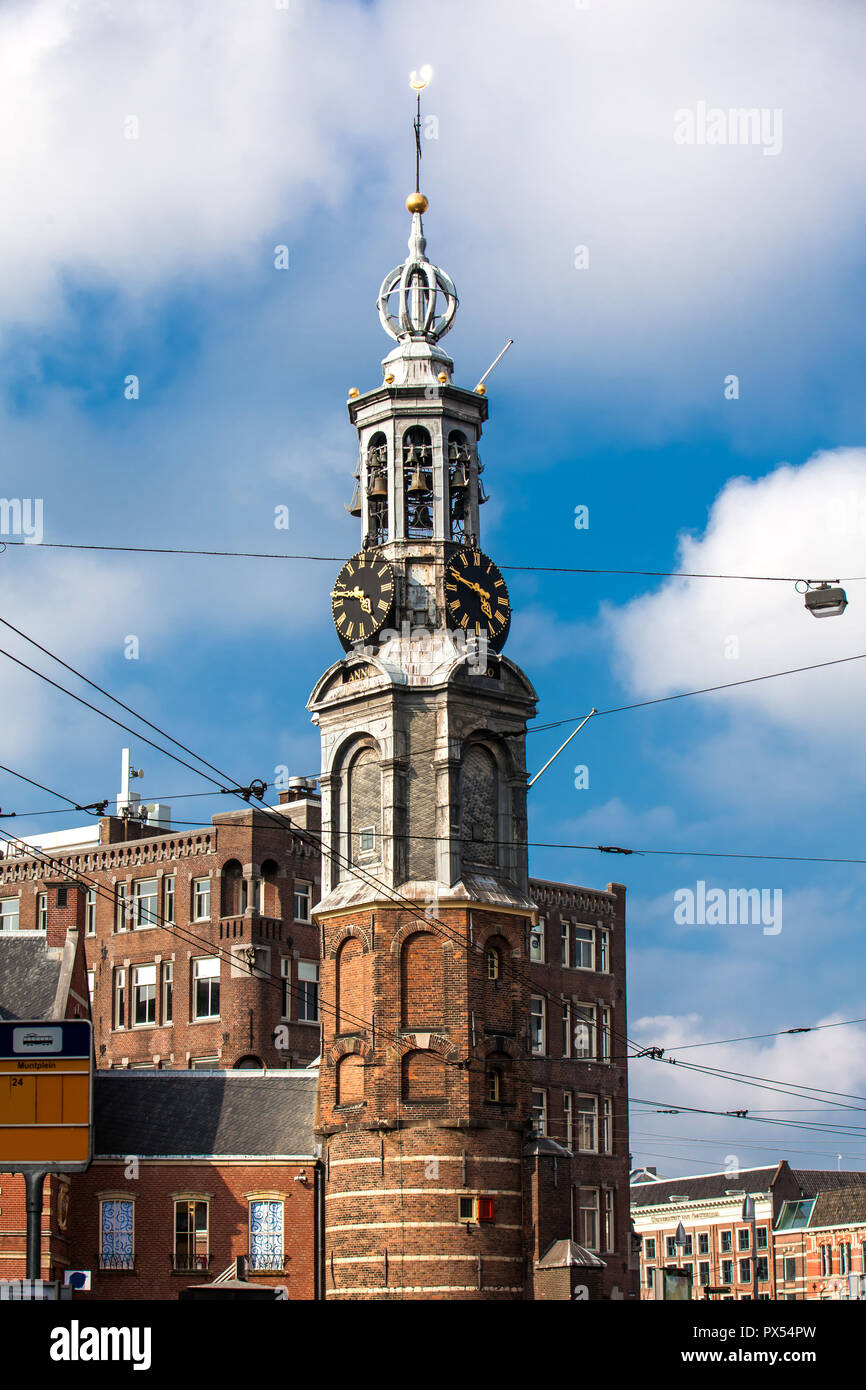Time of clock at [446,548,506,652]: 4:48
